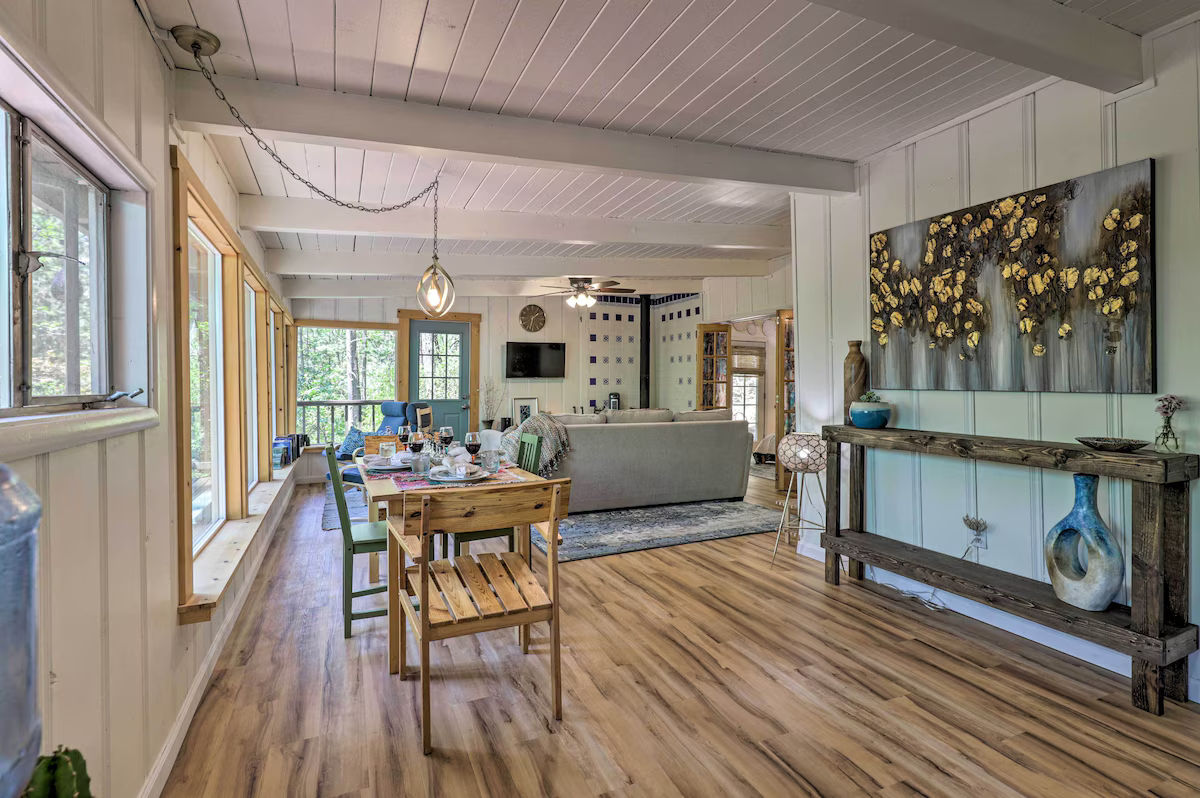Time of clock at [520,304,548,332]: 1:32
